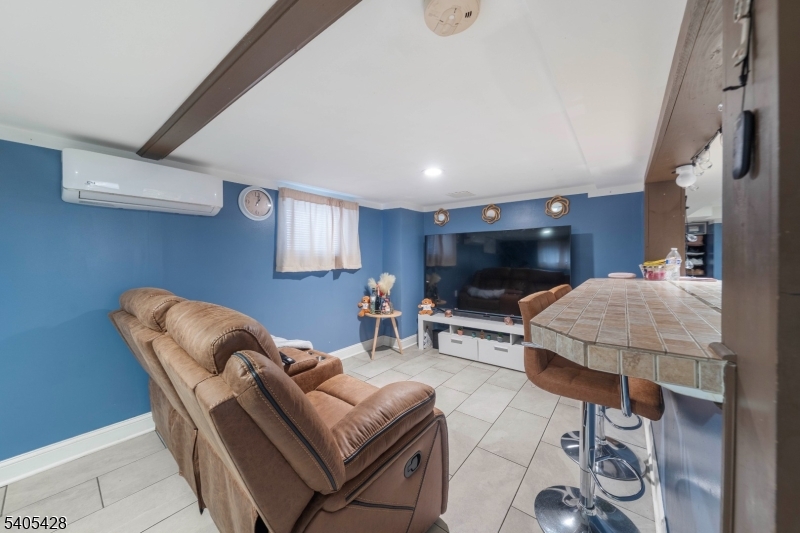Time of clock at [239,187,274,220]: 1:02
